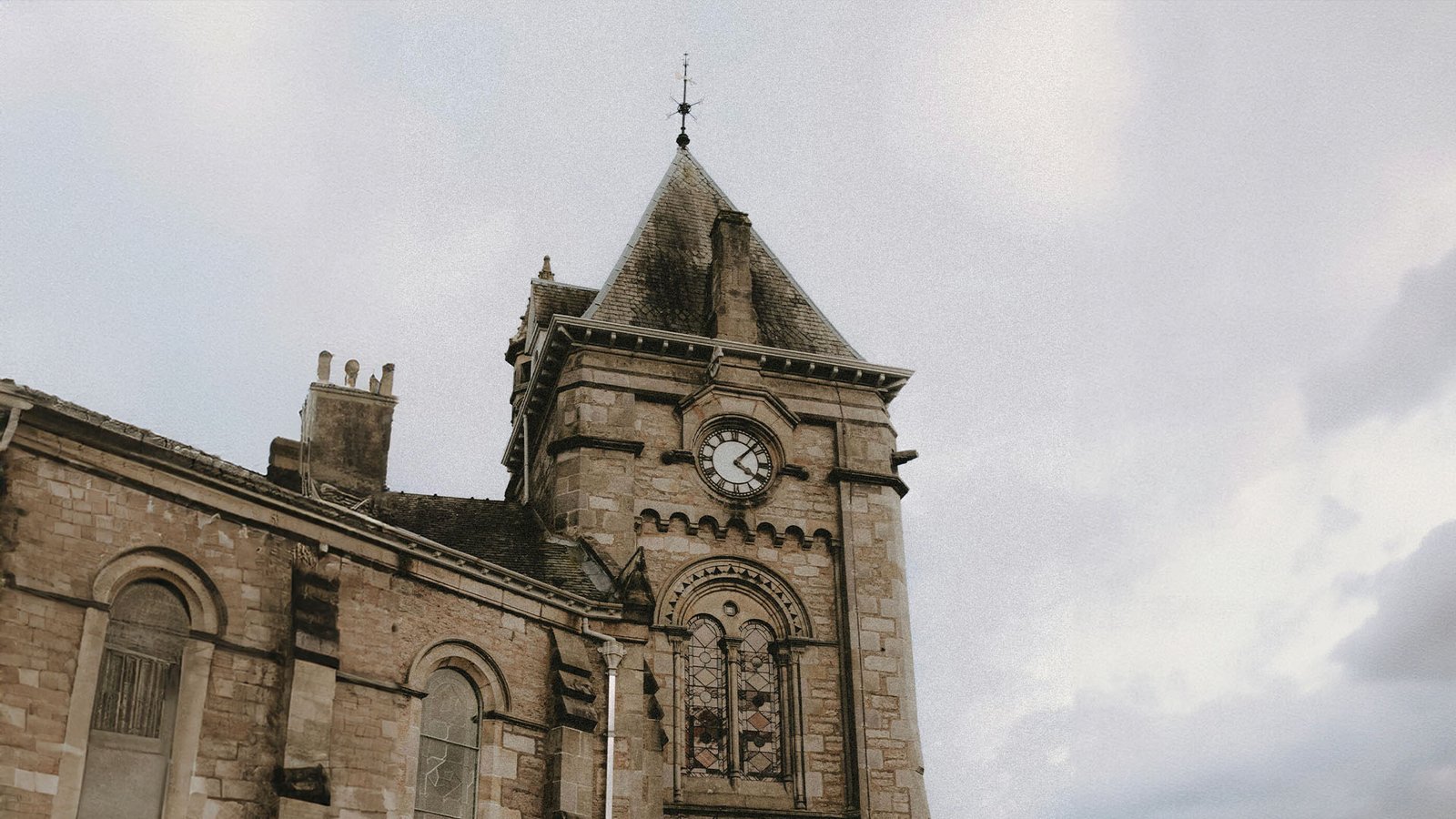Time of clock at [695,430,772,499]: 4:07
